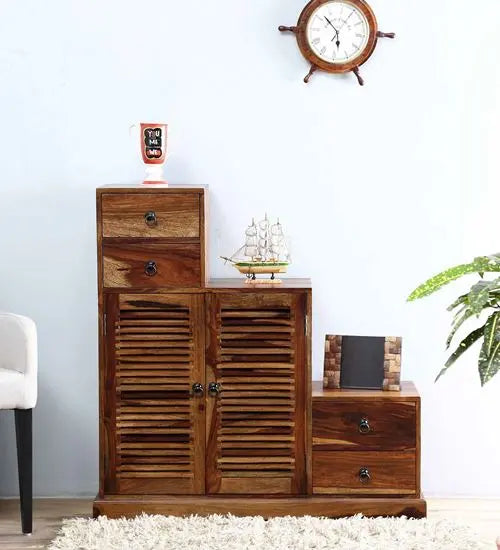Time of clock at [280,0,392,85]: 5:51
